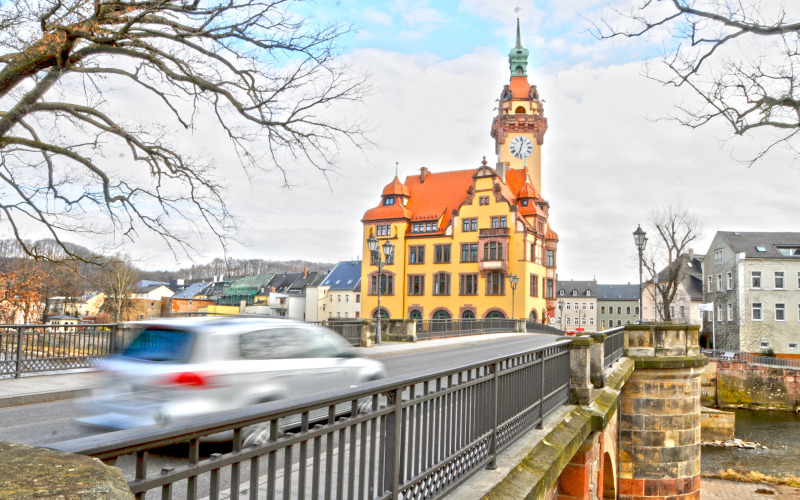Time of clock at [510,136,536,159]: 12:32
